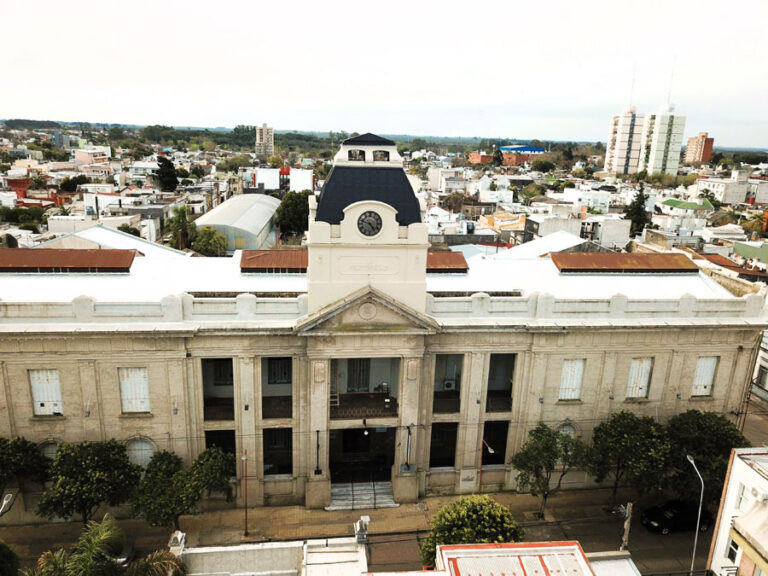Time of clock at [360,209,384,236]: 4:48
